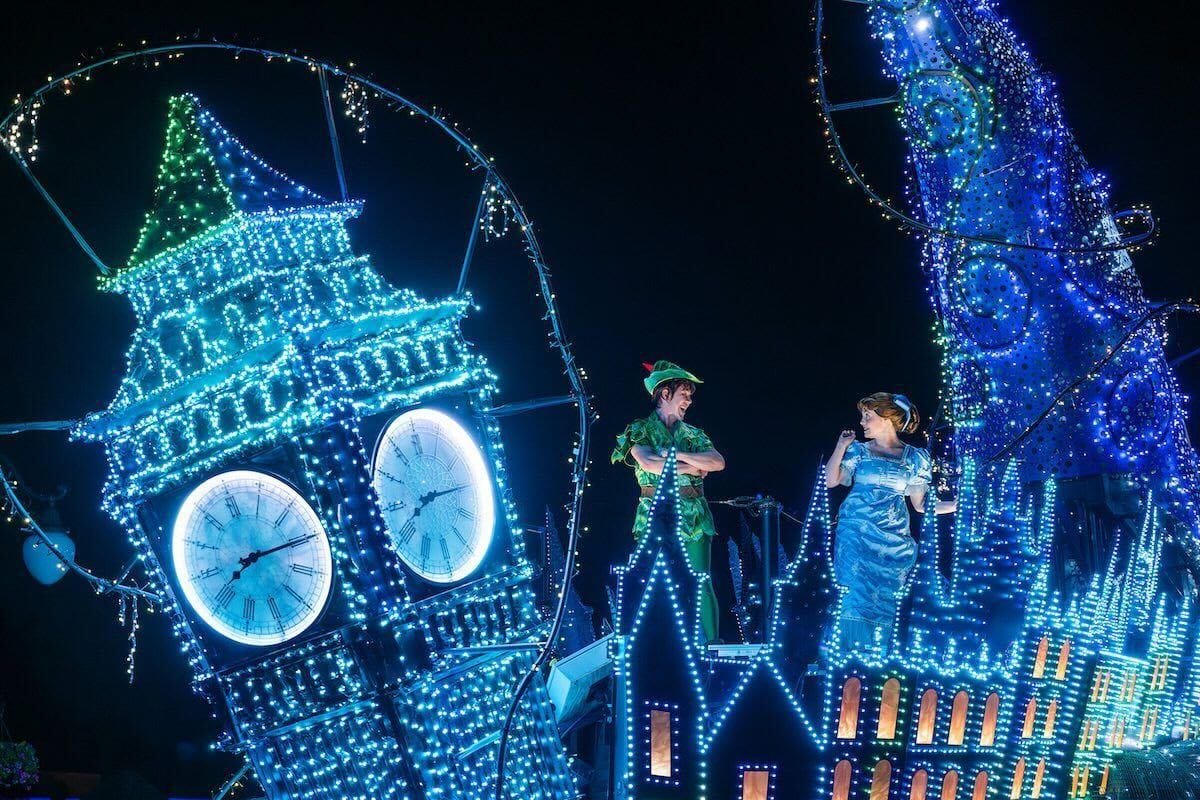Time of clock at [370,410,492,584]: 8:14
